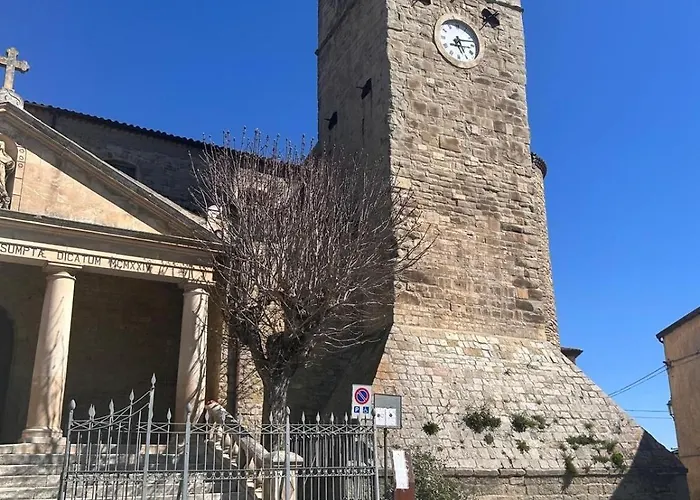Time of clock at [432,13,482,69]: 5:12
